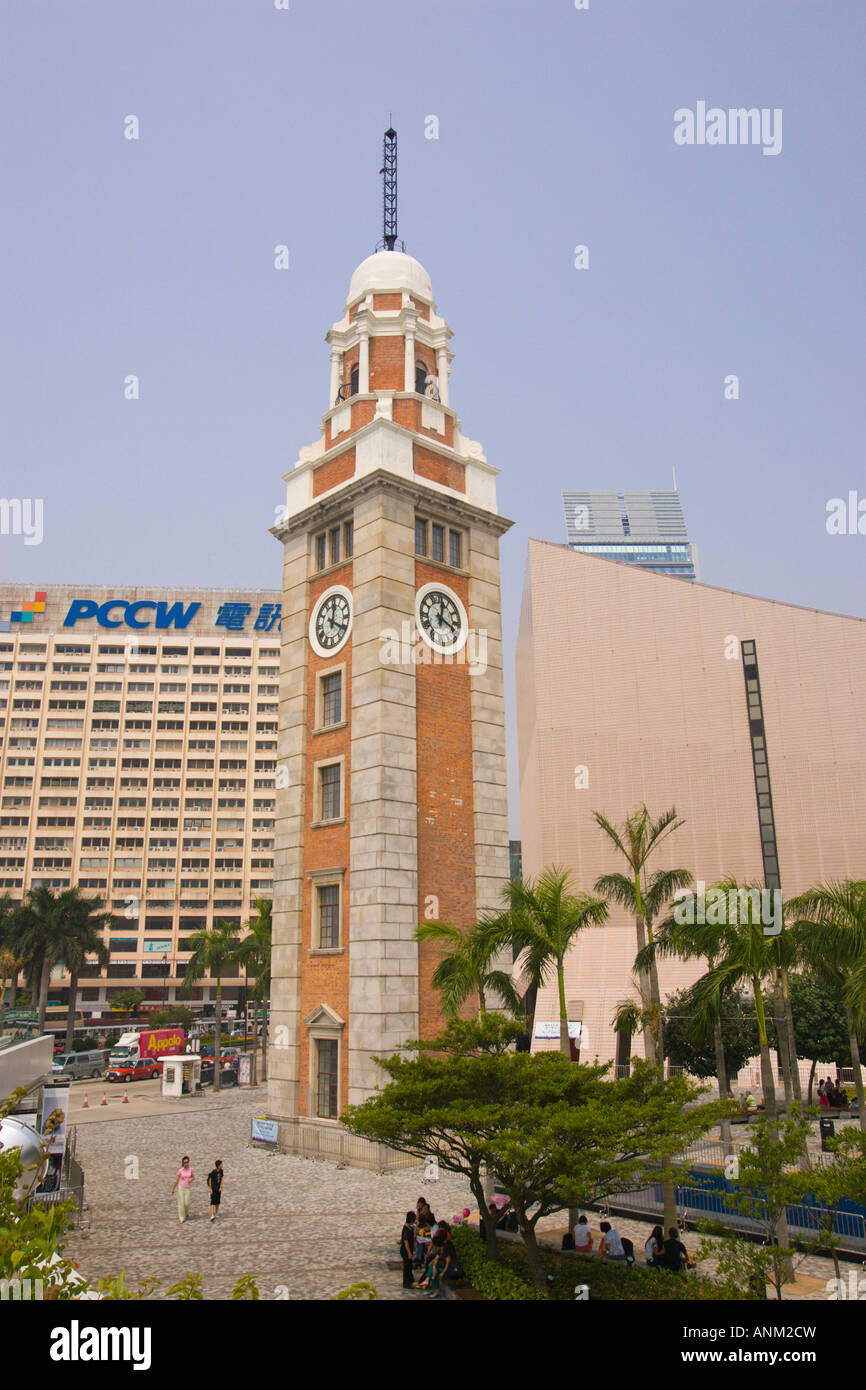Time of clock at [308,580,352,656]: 12:20
